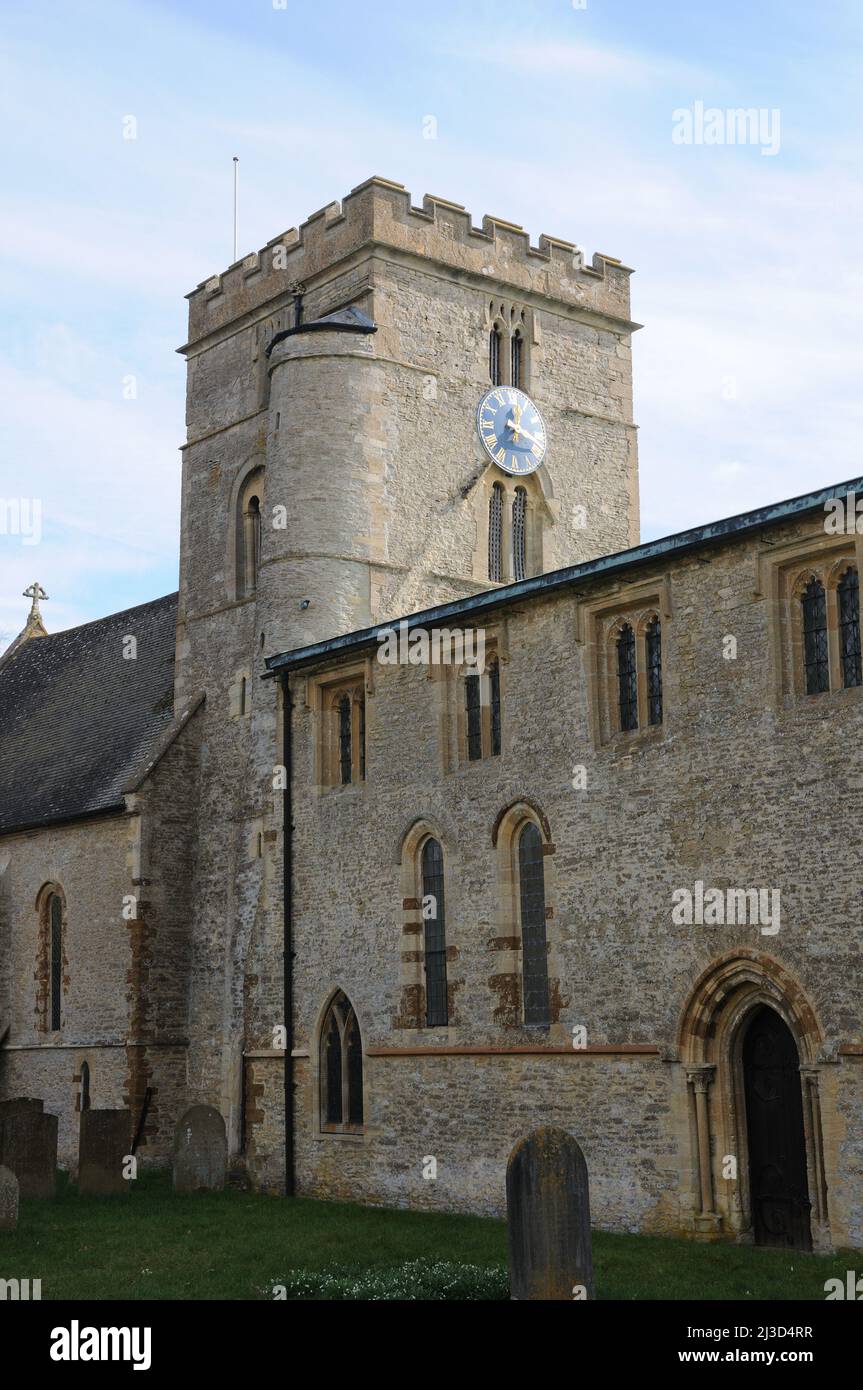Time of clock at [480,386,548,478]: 12:18
